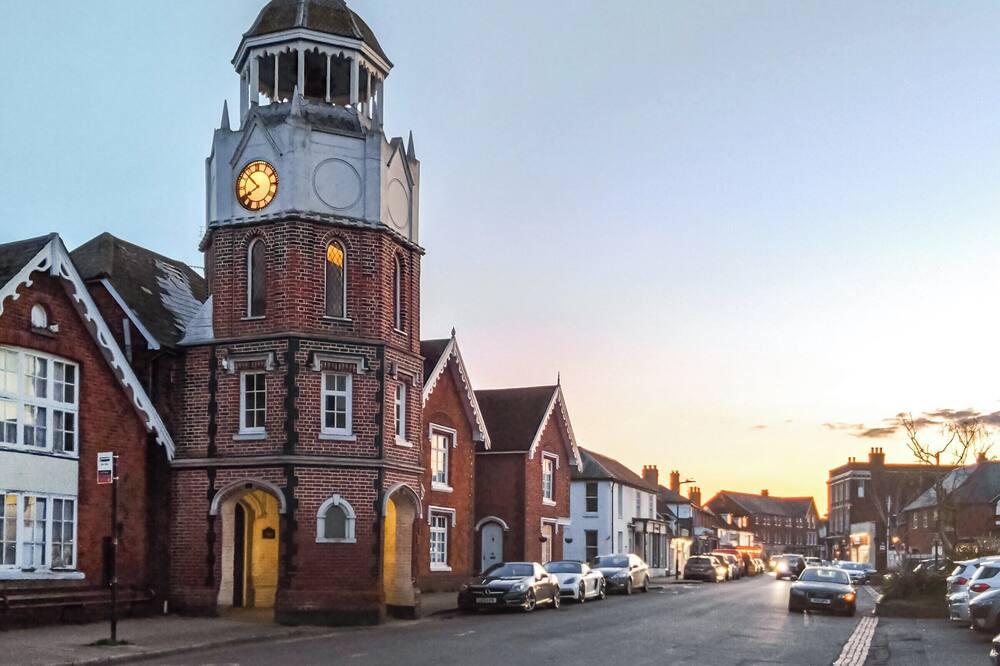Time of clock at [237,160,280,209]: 7:52
